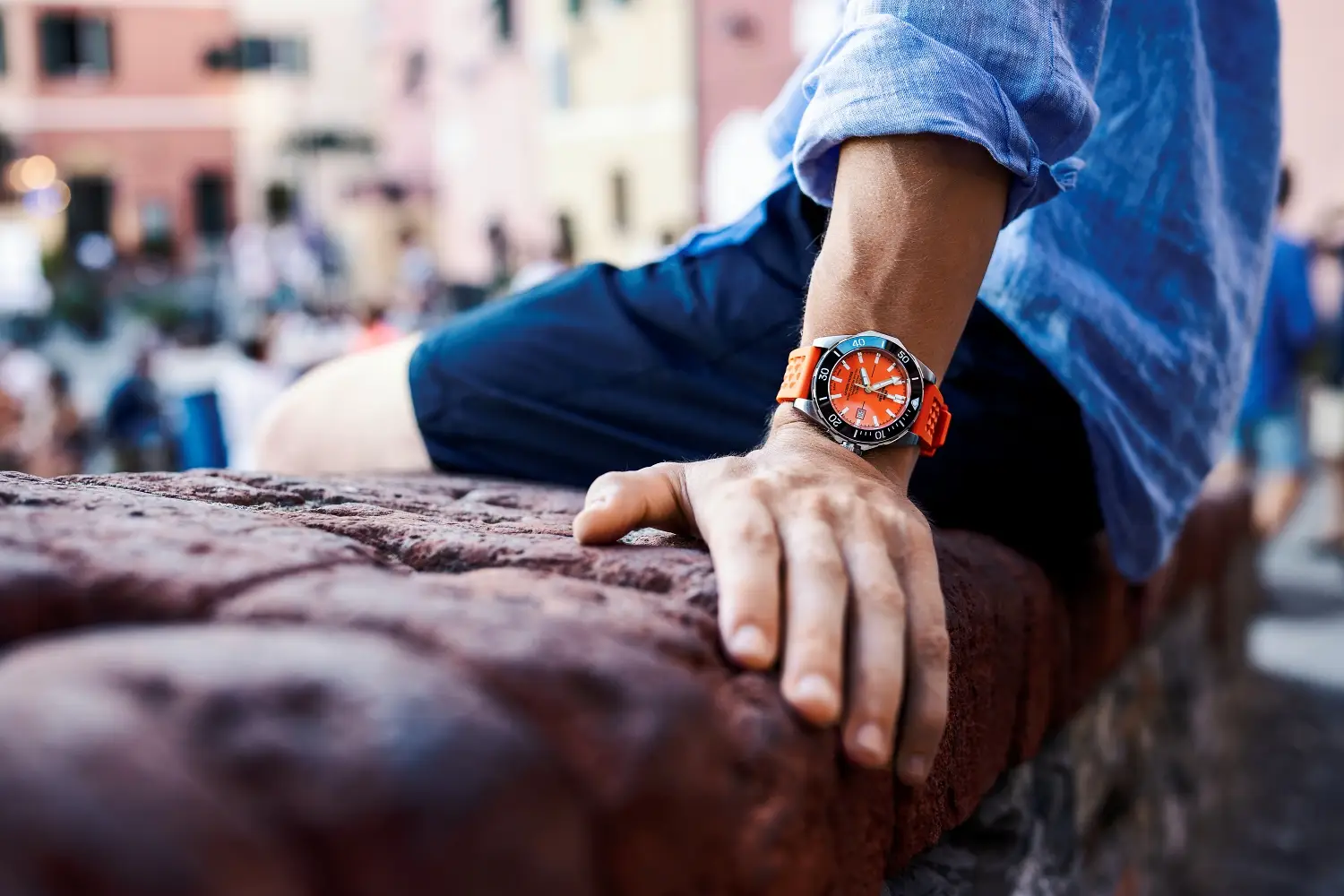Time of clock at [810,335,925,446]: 11:13
